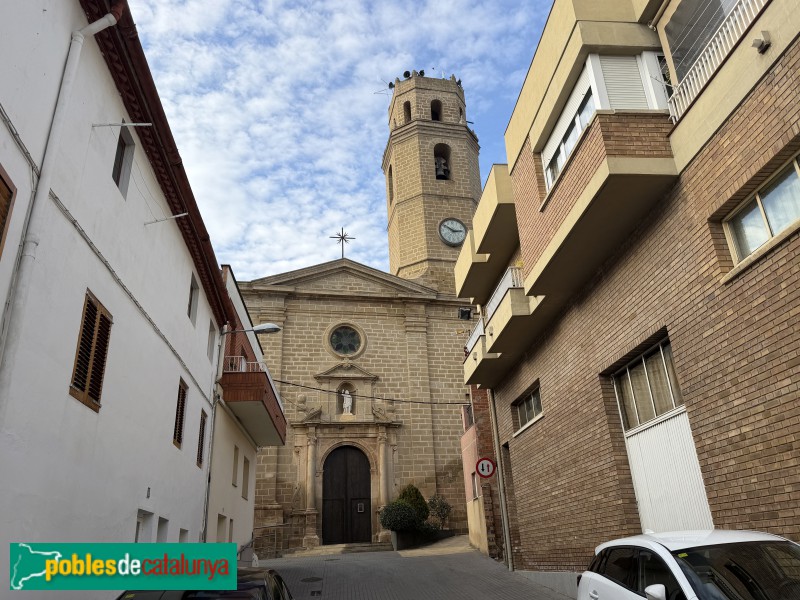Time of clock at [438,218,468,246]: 2:50
